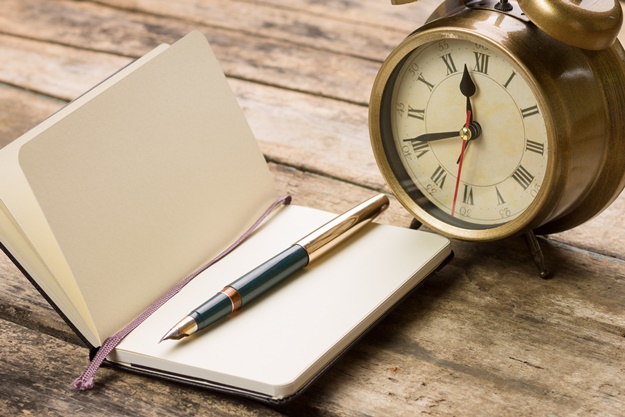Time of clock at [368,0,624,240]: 11:41
